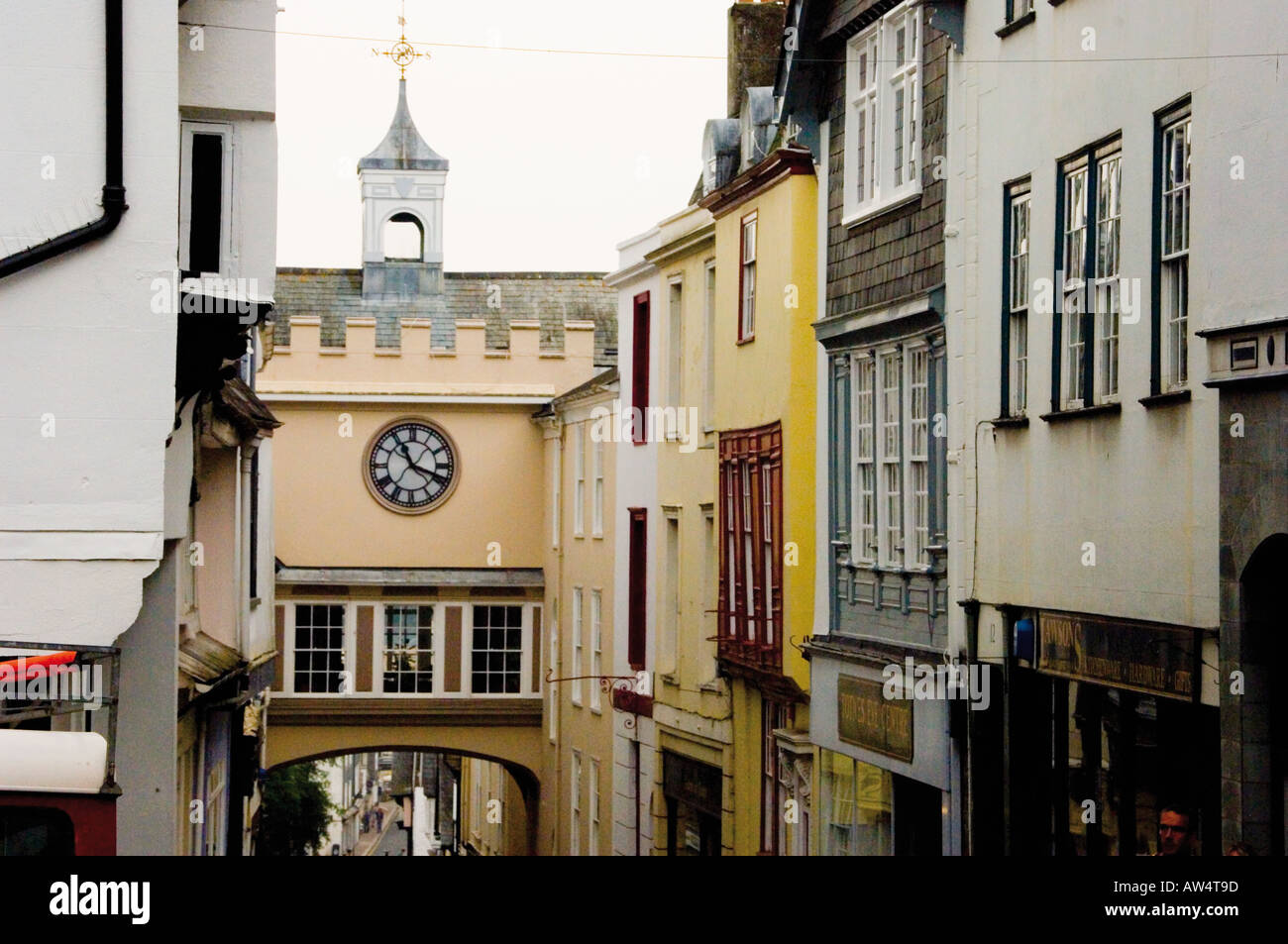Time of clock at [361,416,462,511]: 11:18
